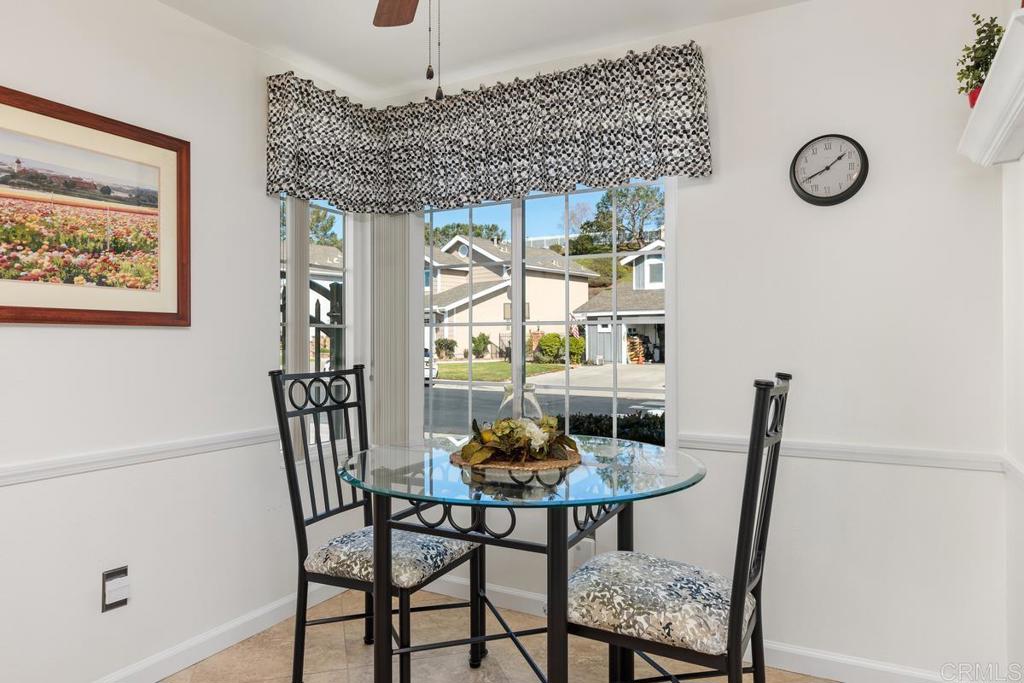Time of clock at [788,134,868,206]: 1:40
